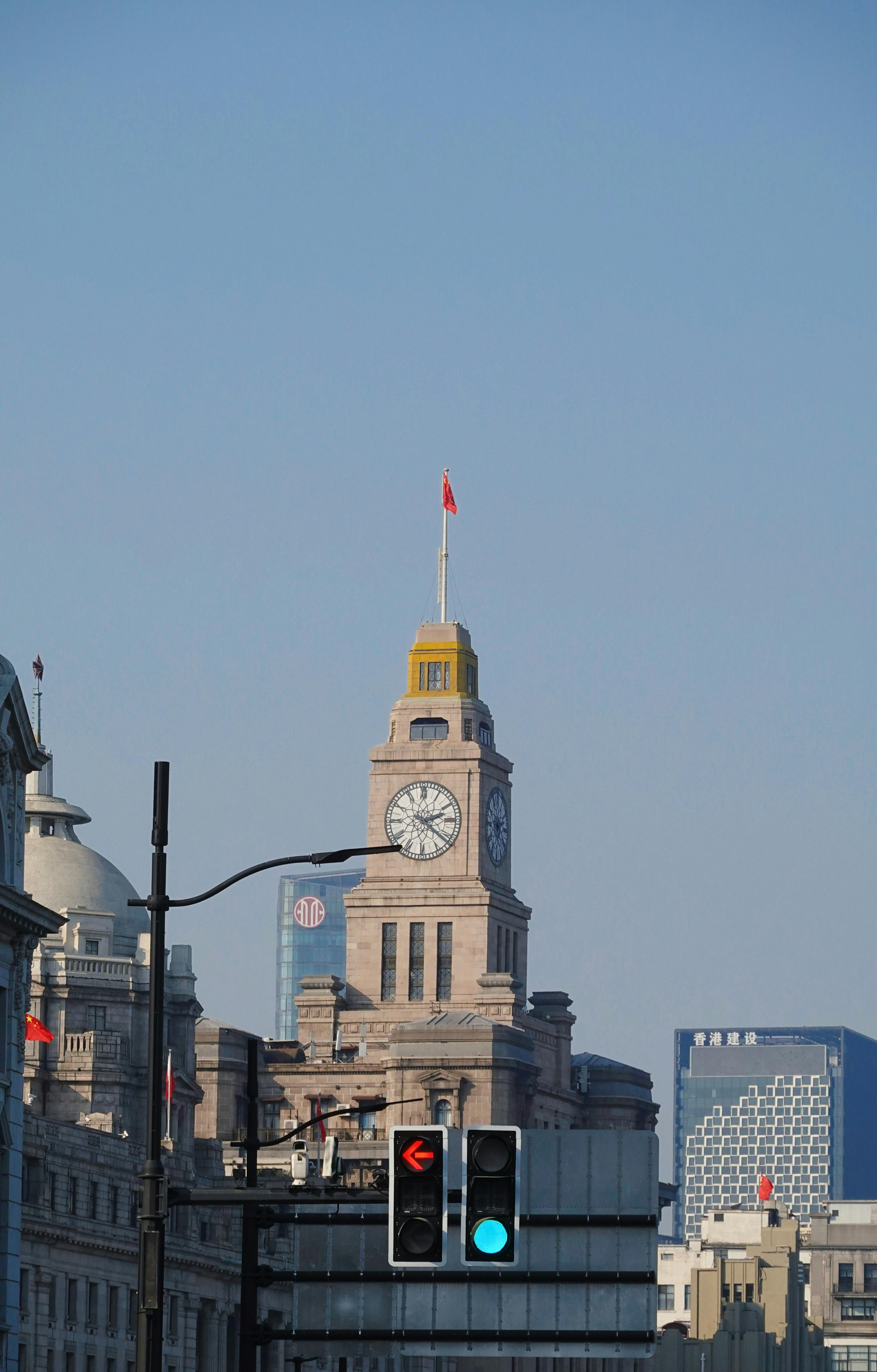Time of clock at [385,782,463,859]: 2:21
